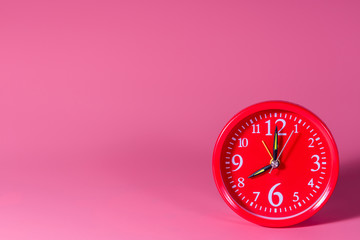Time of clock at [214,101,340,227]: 8:00
